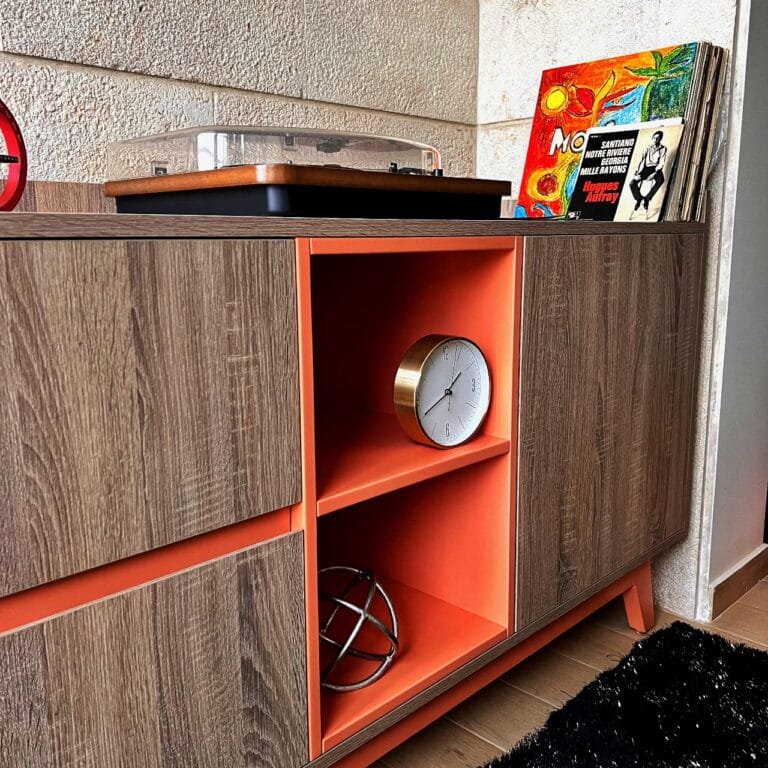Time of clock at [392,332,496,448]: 1:40
